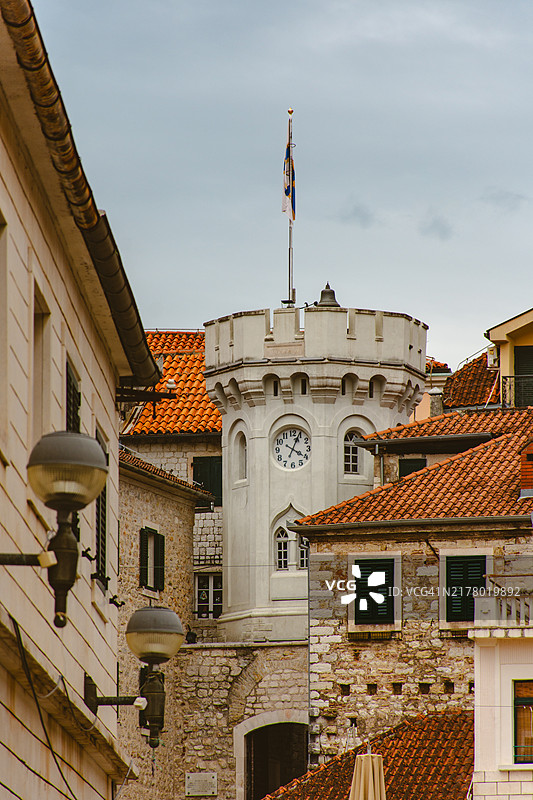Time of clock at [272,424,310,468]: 4:04
